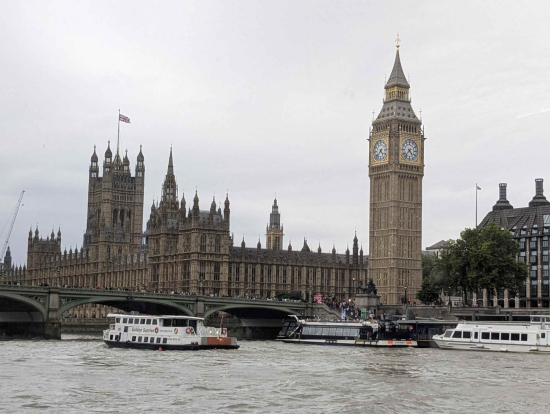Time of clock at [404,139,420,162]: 4:36
